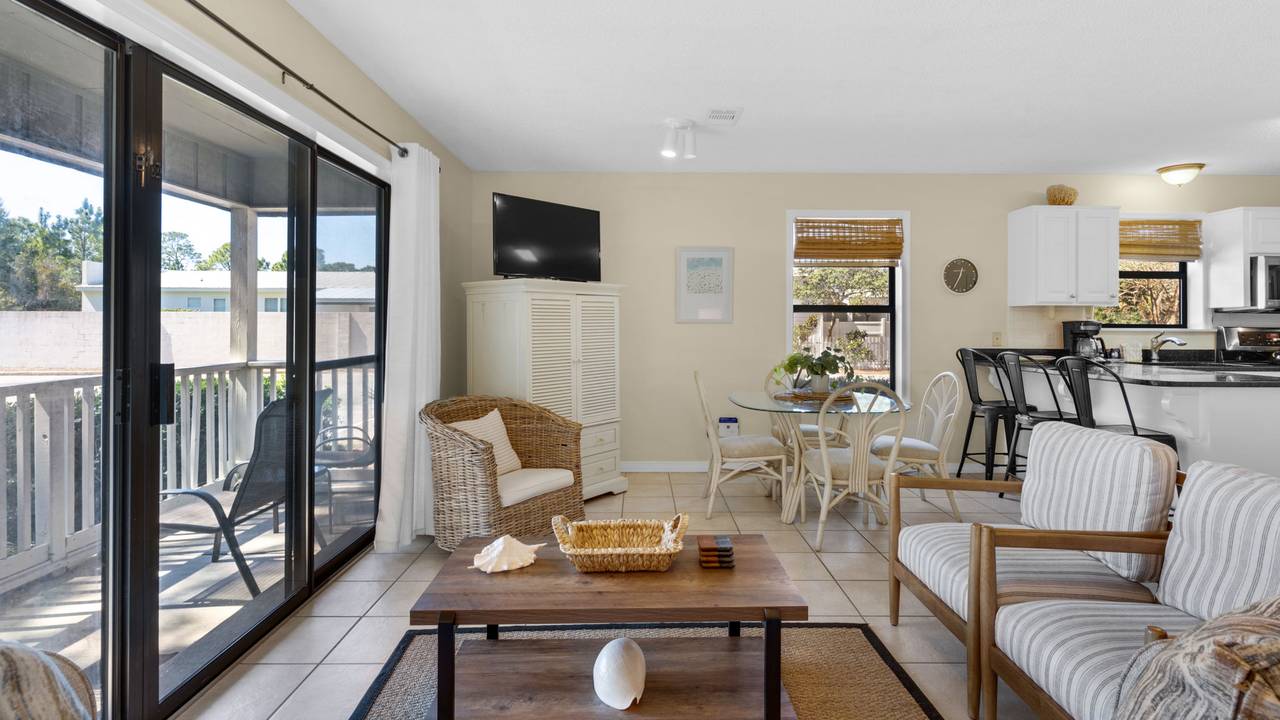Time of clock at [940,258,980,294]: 12:34
